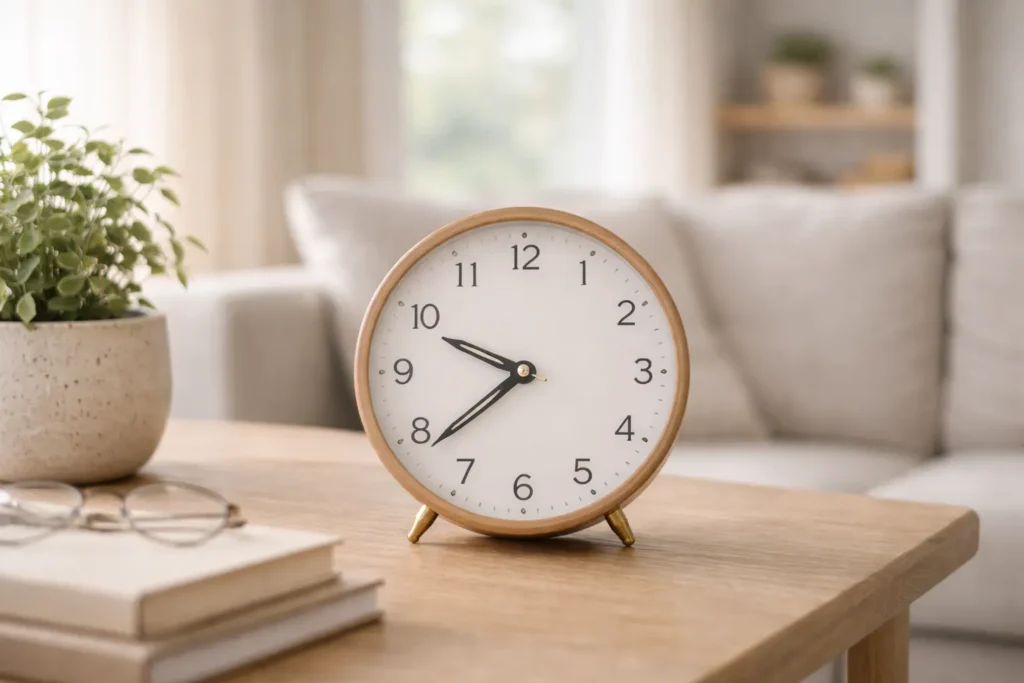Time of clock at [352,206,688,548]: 9:38
